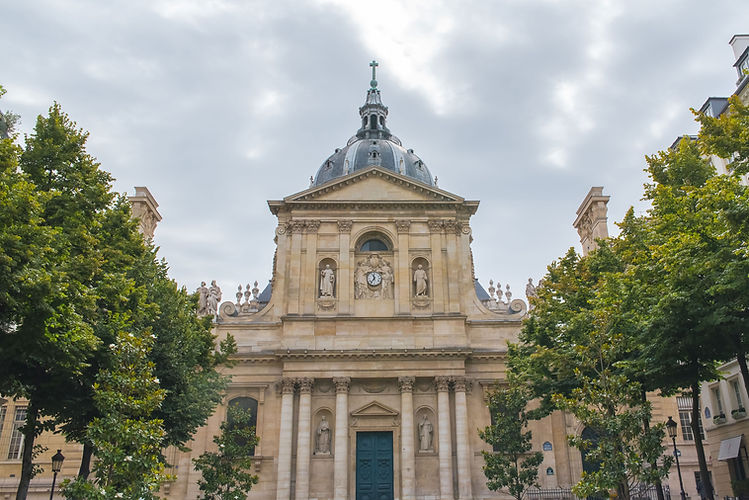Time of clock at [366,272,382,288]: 11:36
